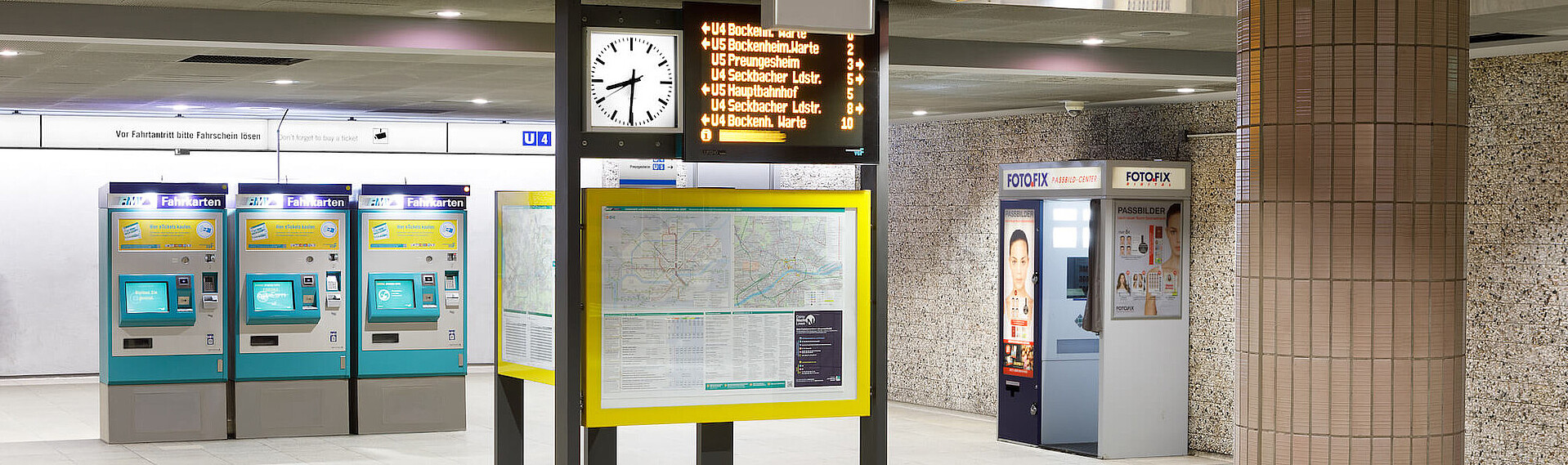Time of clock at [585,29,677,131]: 8:30
